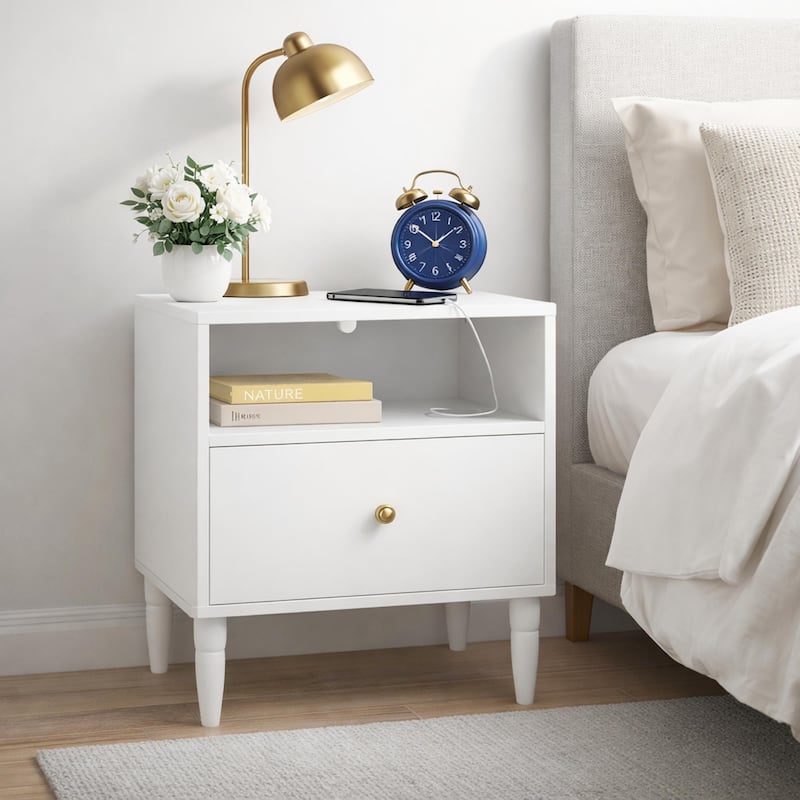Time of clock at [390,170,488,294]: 1:51
